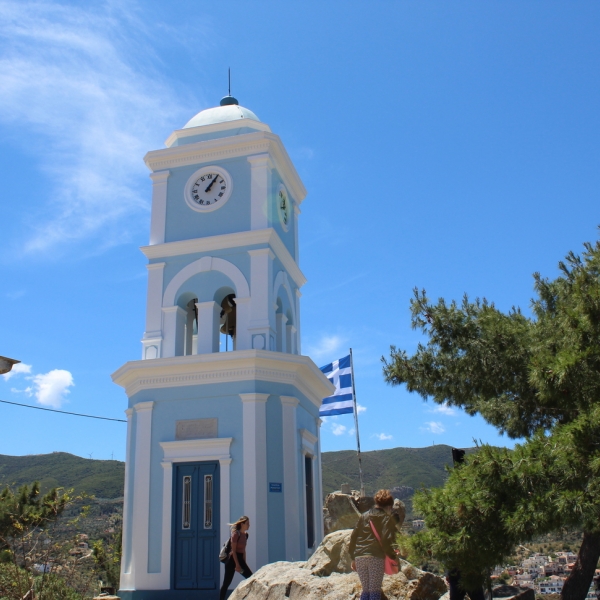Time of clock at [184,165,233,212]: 1:05
